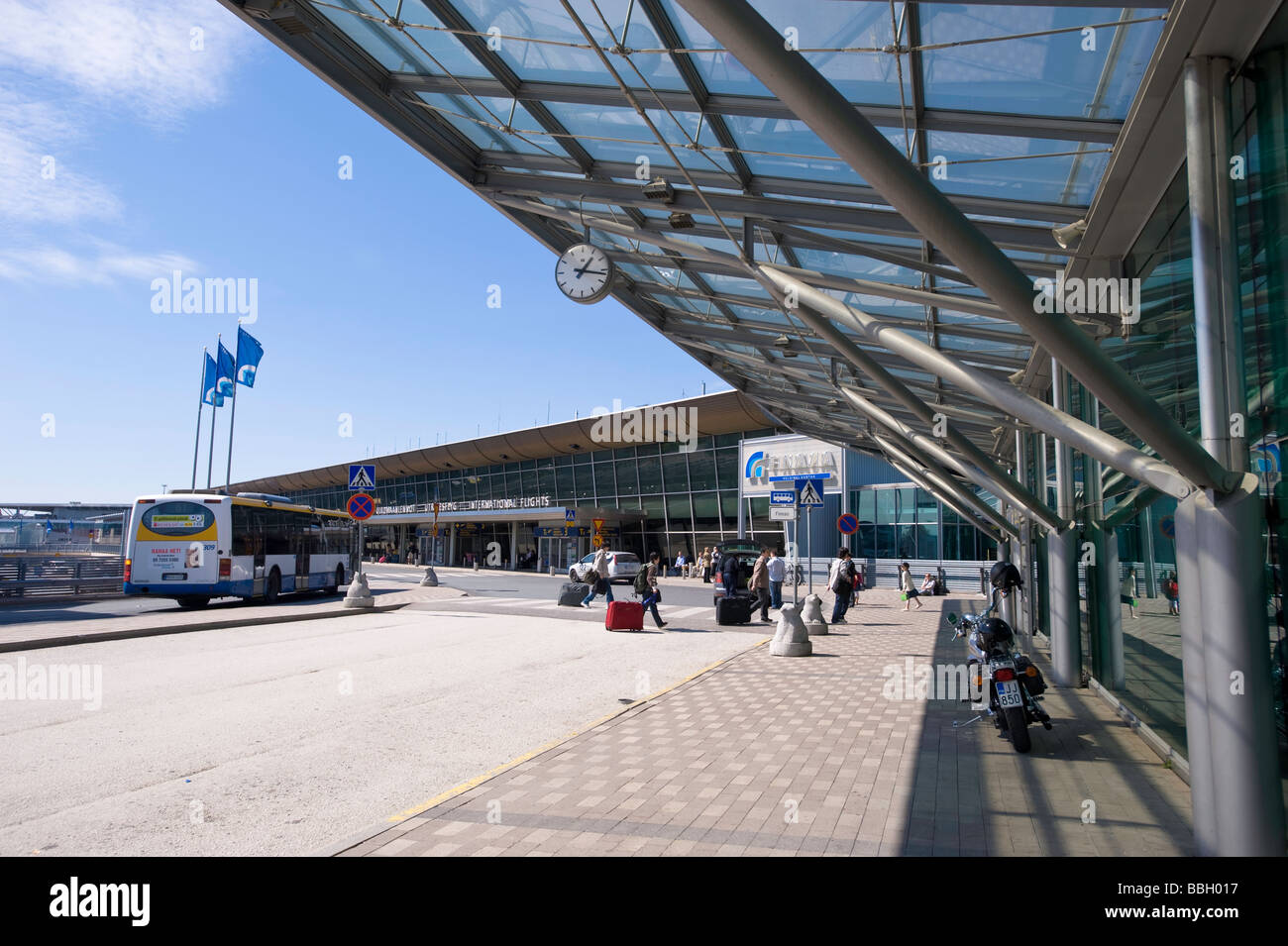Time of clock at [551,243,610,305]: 1:16
